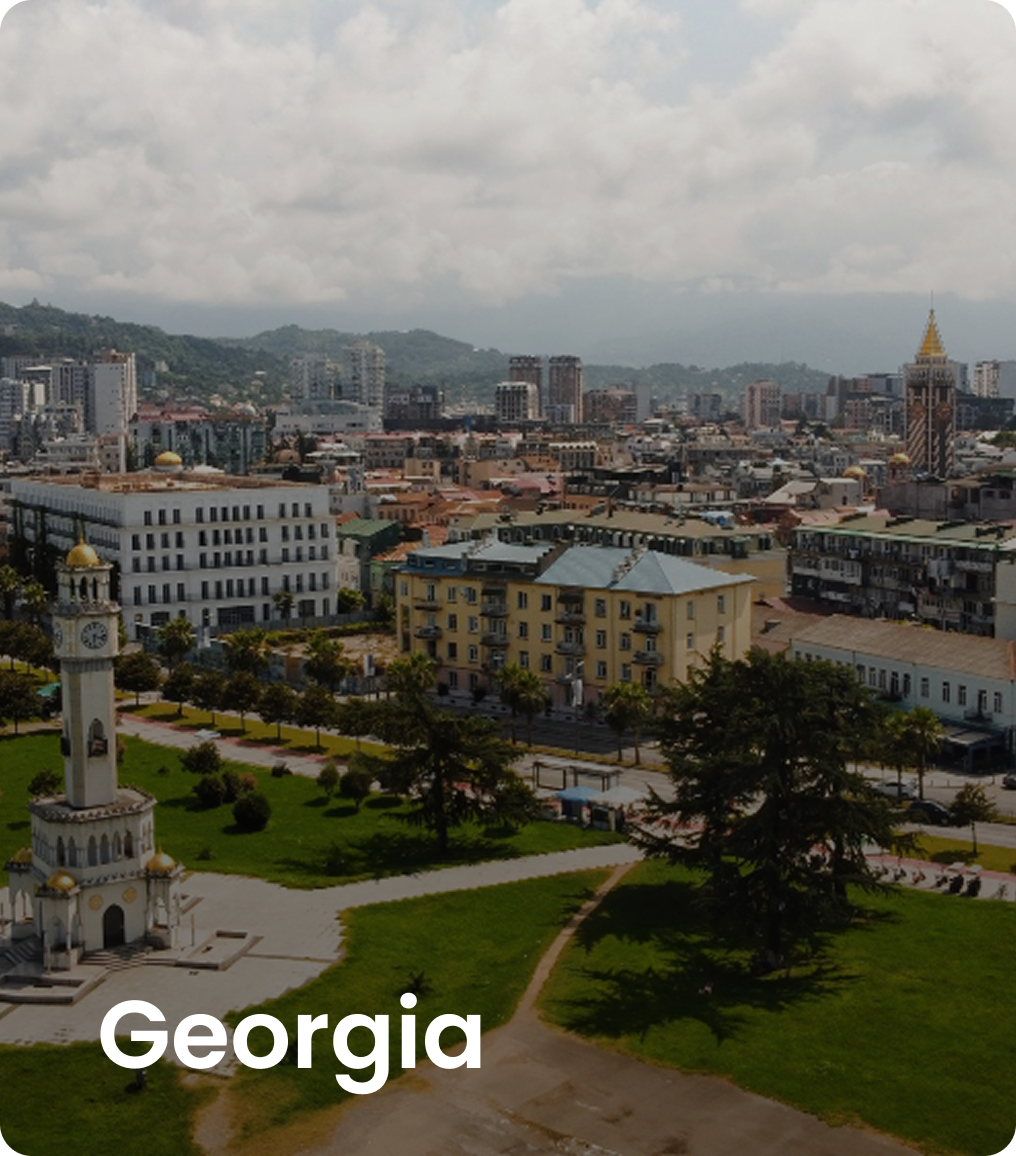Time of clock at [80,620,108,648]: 6:17
